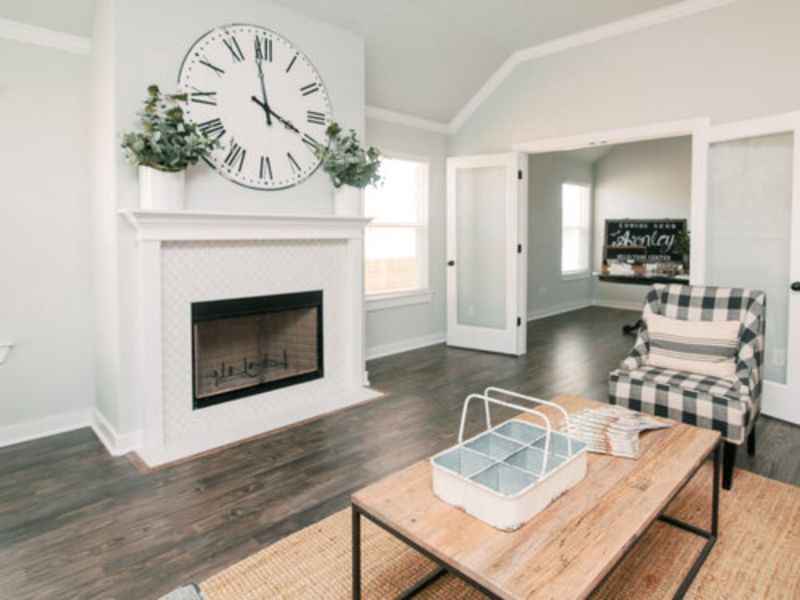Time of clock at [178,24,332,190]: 3:58
